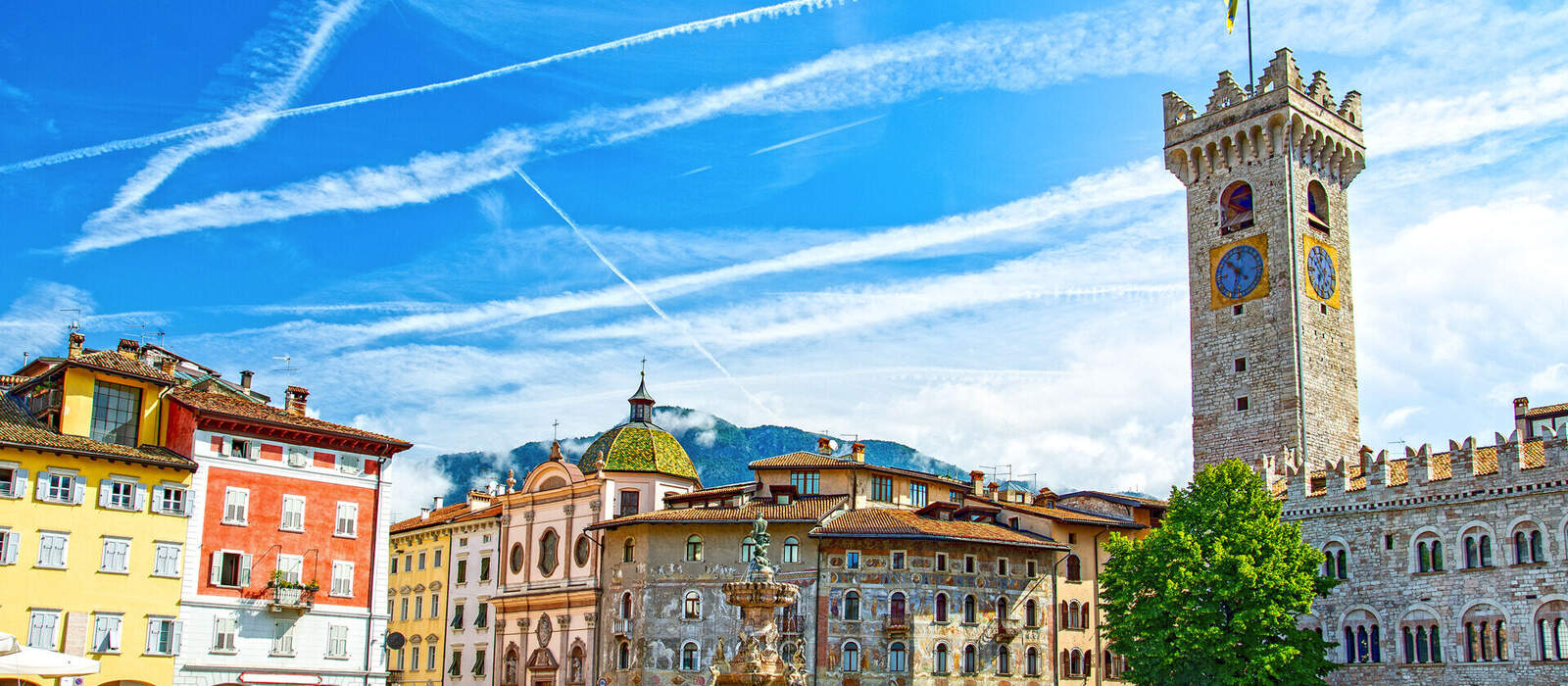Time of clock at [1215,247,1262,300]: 10:32
